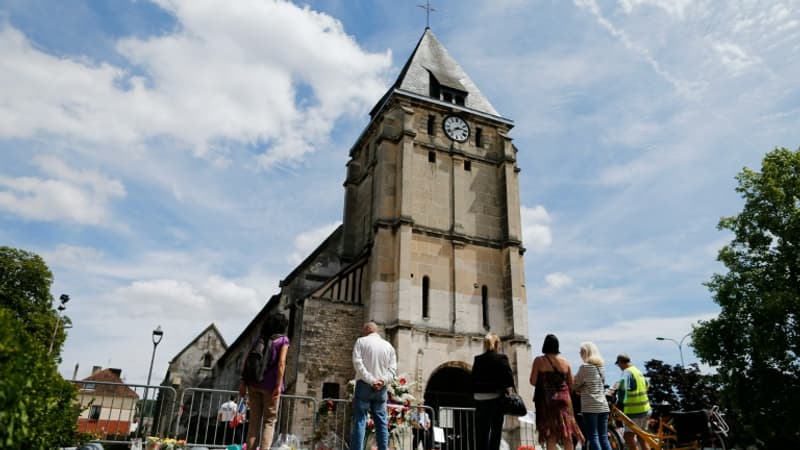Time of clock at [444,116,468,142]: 2:38
